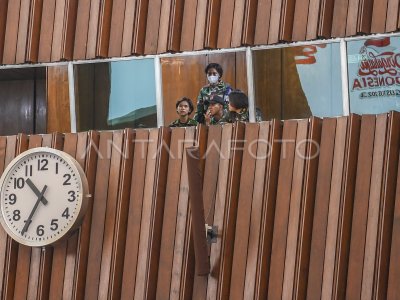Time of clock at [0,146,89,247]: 10:35
